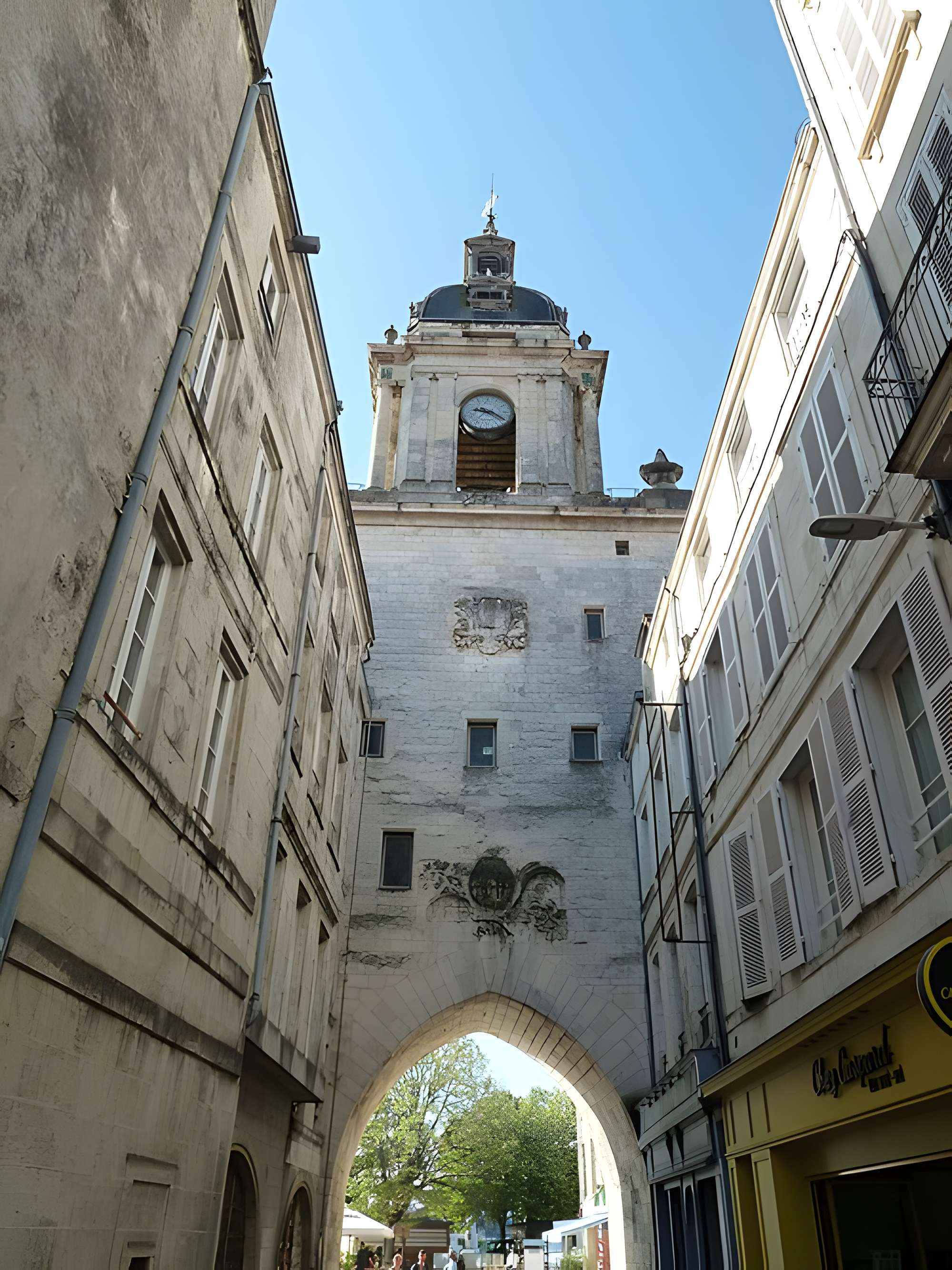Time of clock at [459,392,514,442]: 9:20
